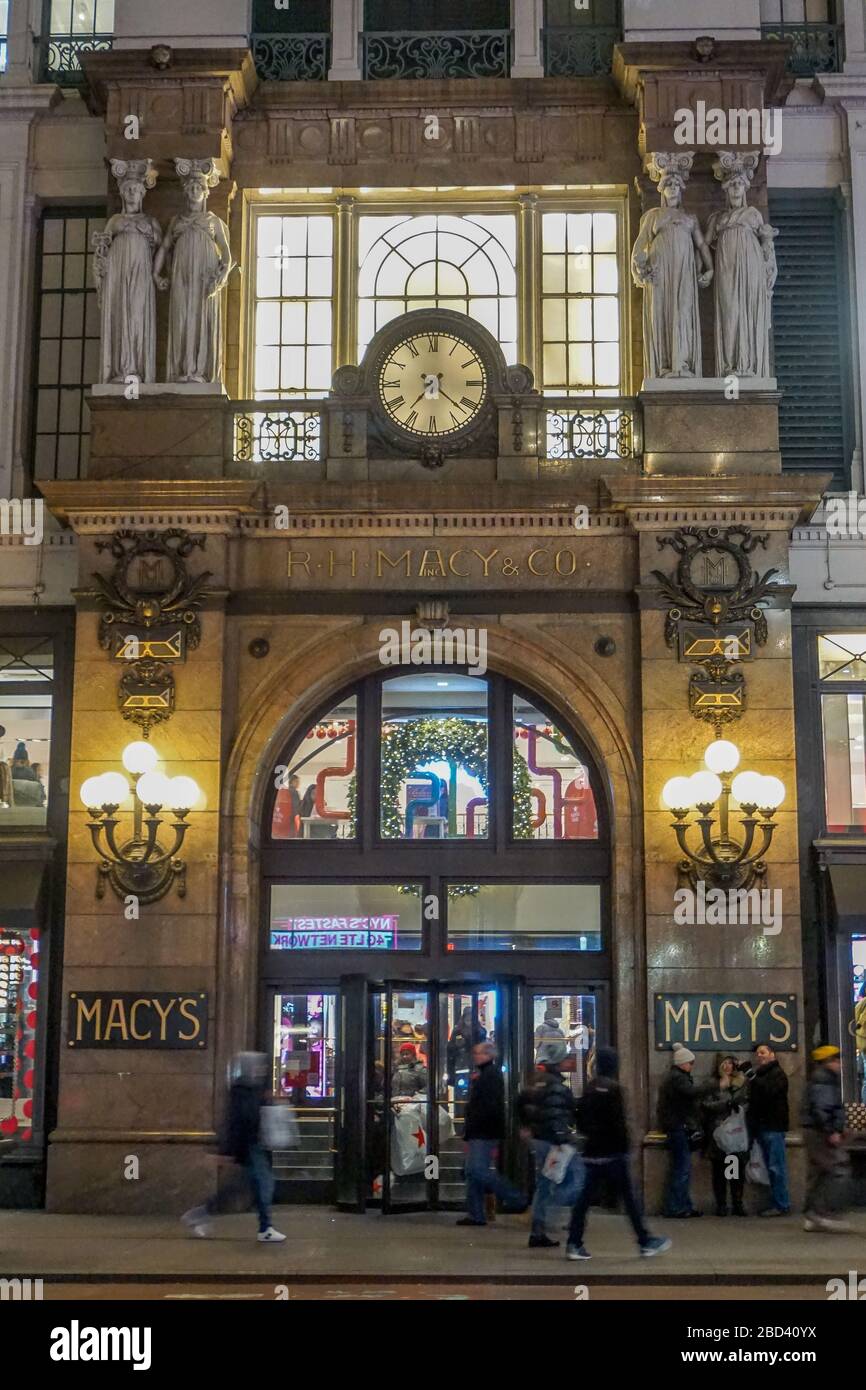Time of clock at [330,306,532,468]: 7:21
